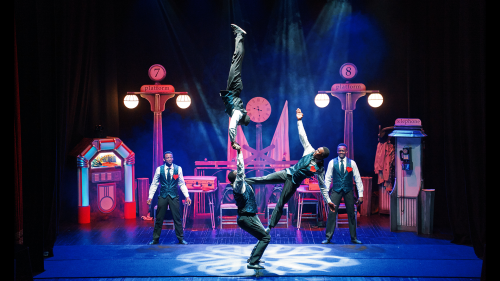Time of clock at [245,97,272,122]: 9:28
